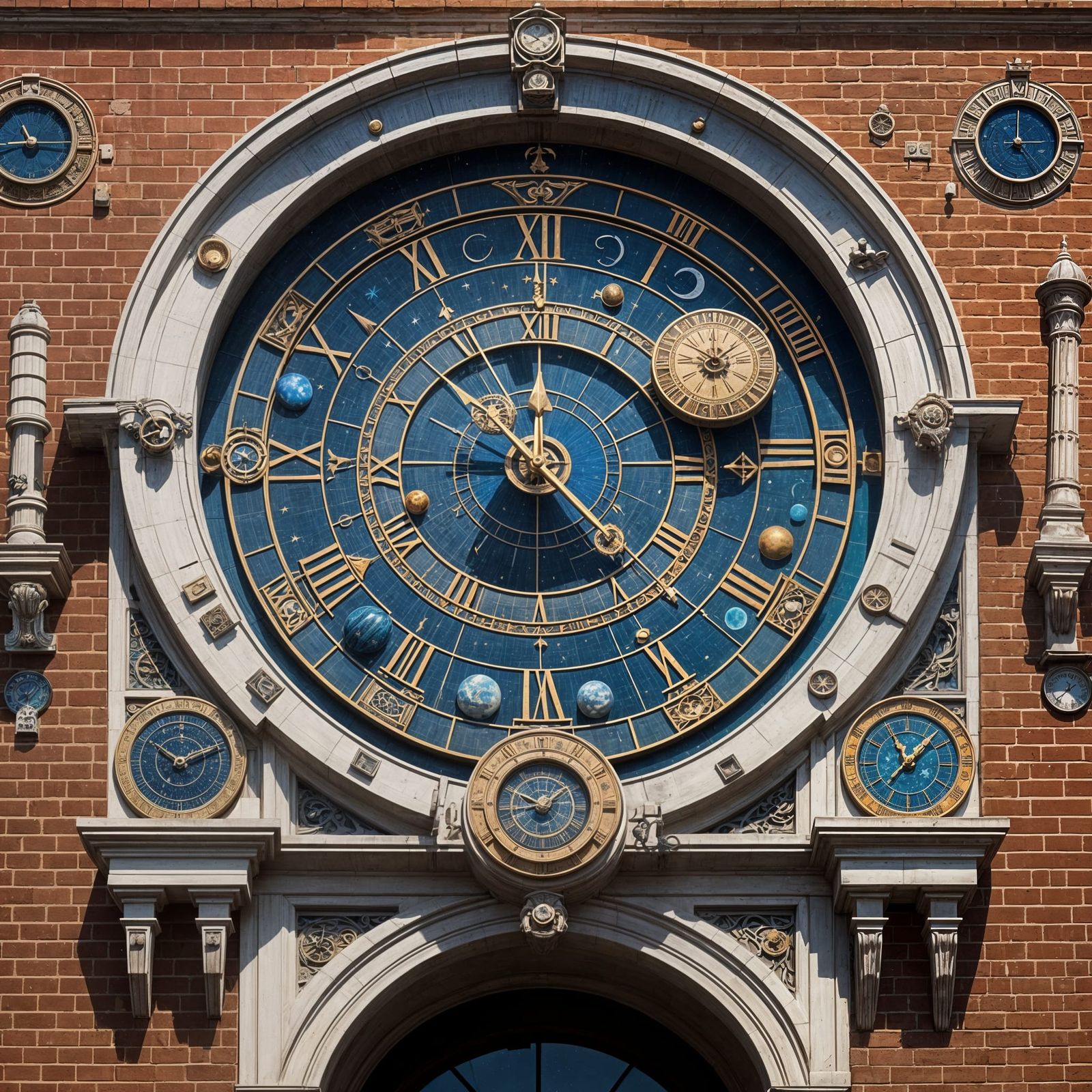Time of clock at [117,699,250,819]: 10:11
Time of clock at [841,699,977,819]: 11:07
